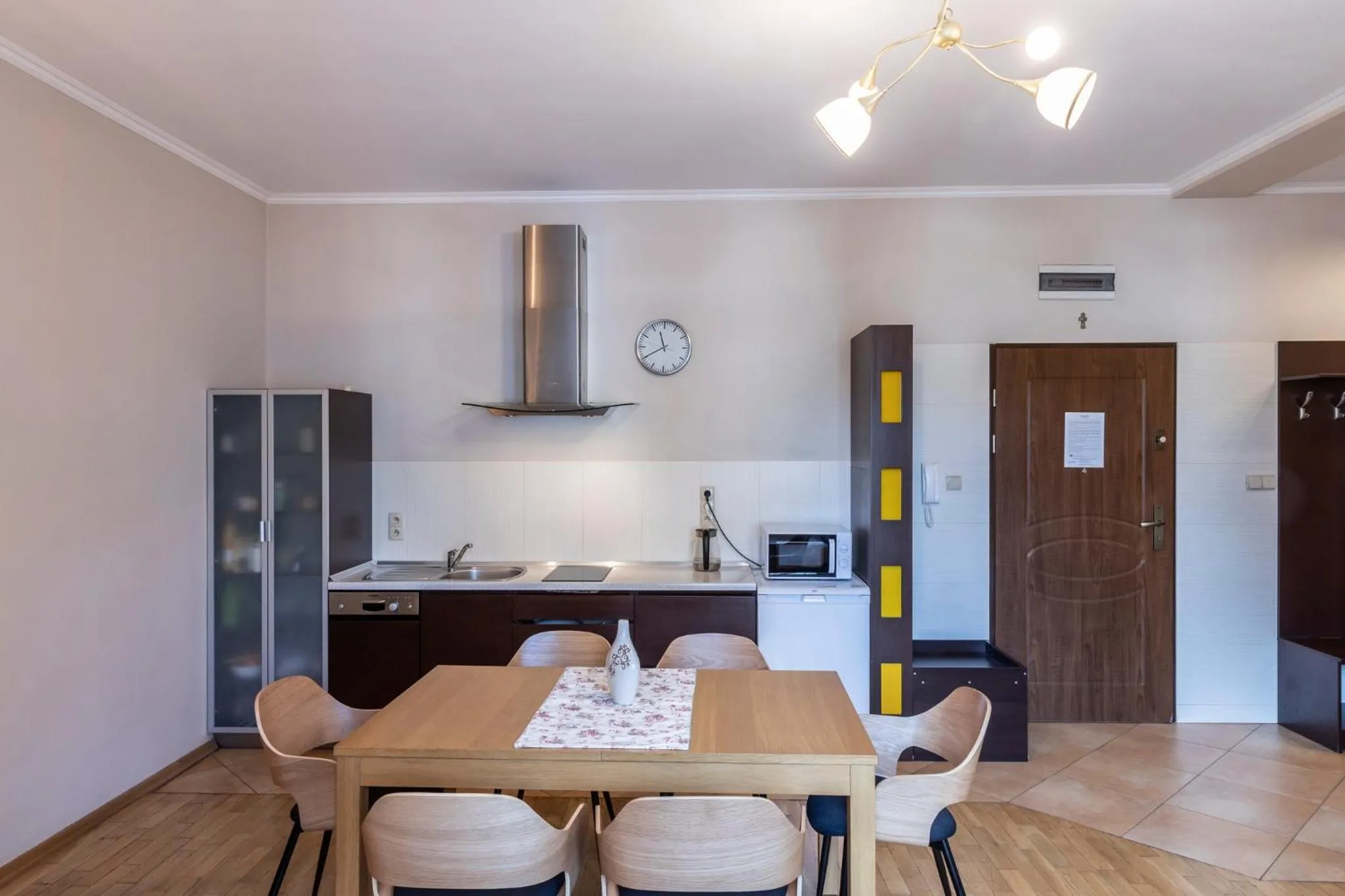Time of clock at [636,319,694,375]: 11:40
